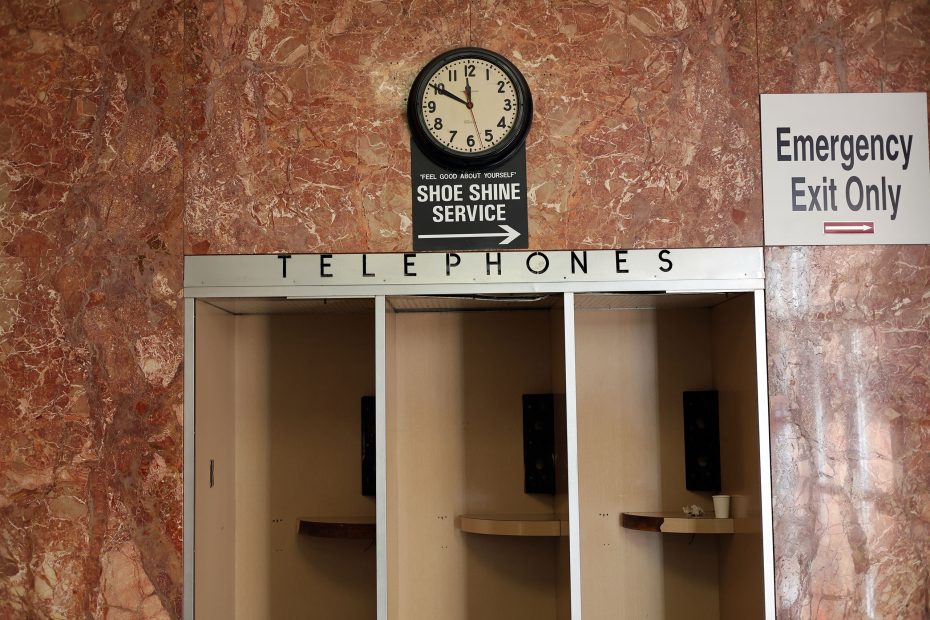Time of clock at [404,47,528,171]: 11:49
